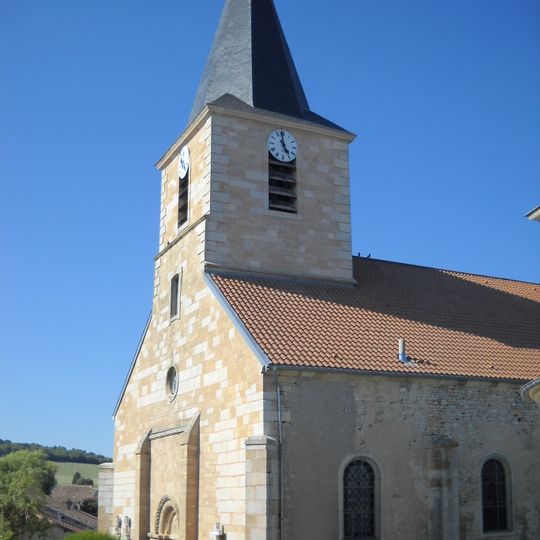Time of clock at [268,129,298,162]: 4:58
